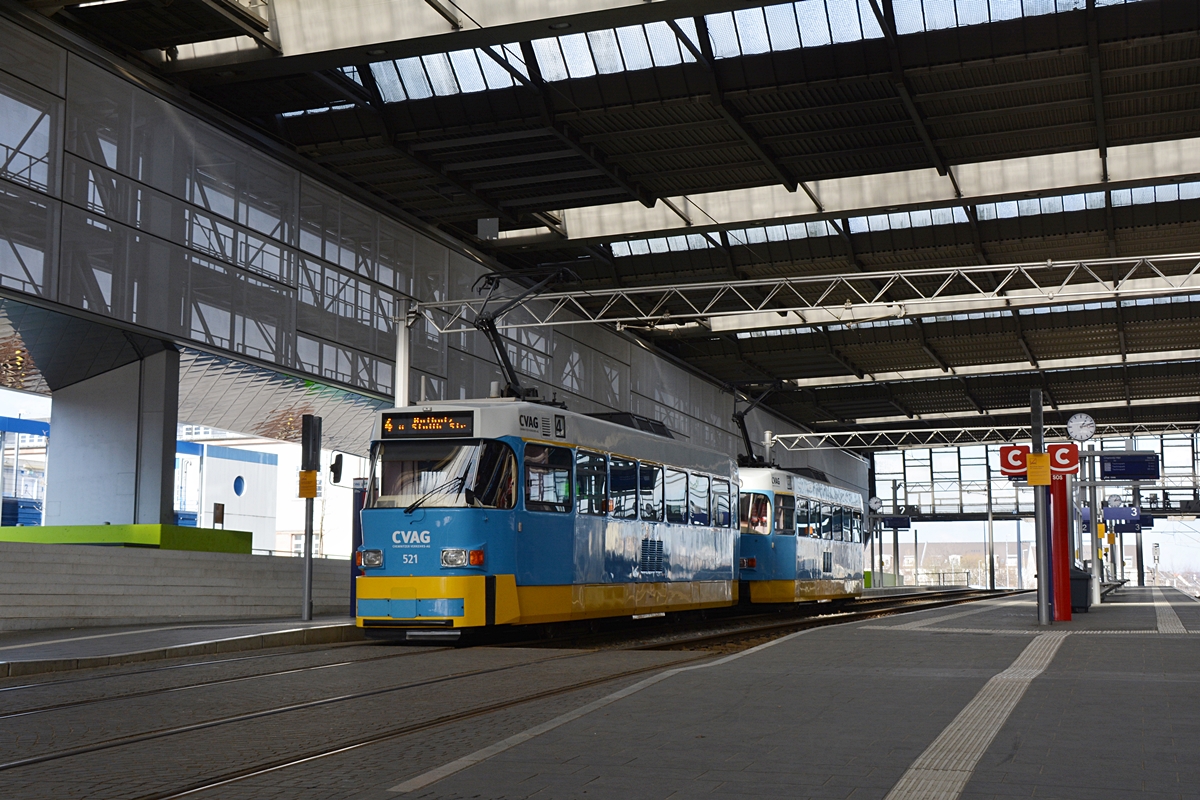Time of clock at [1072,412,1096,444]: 1:12
